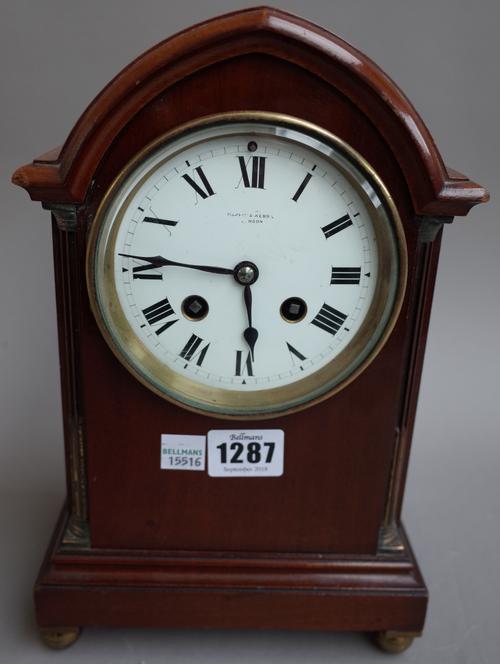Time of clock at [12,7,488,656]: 5:46
